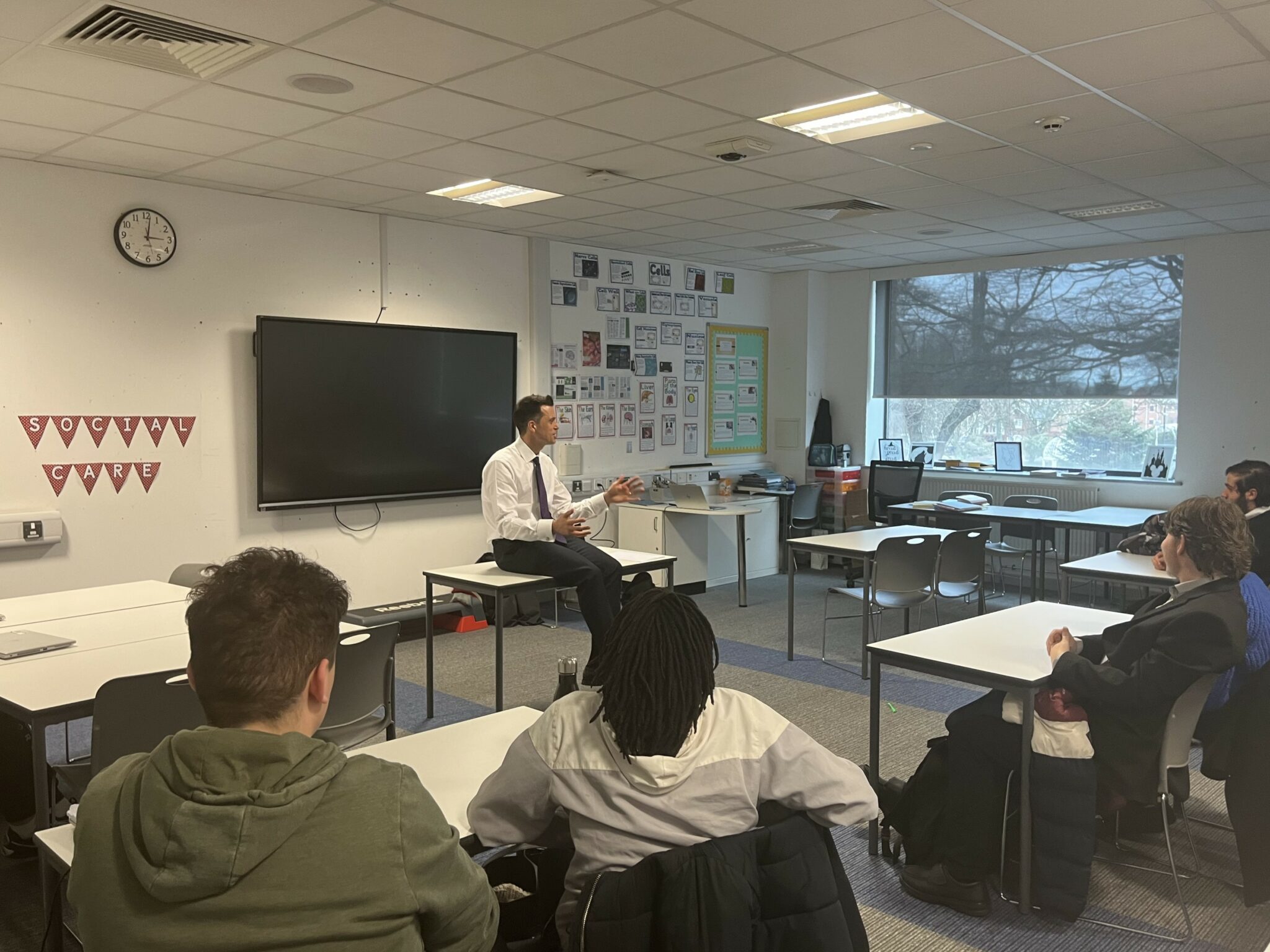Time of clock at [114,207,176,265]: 3:01
